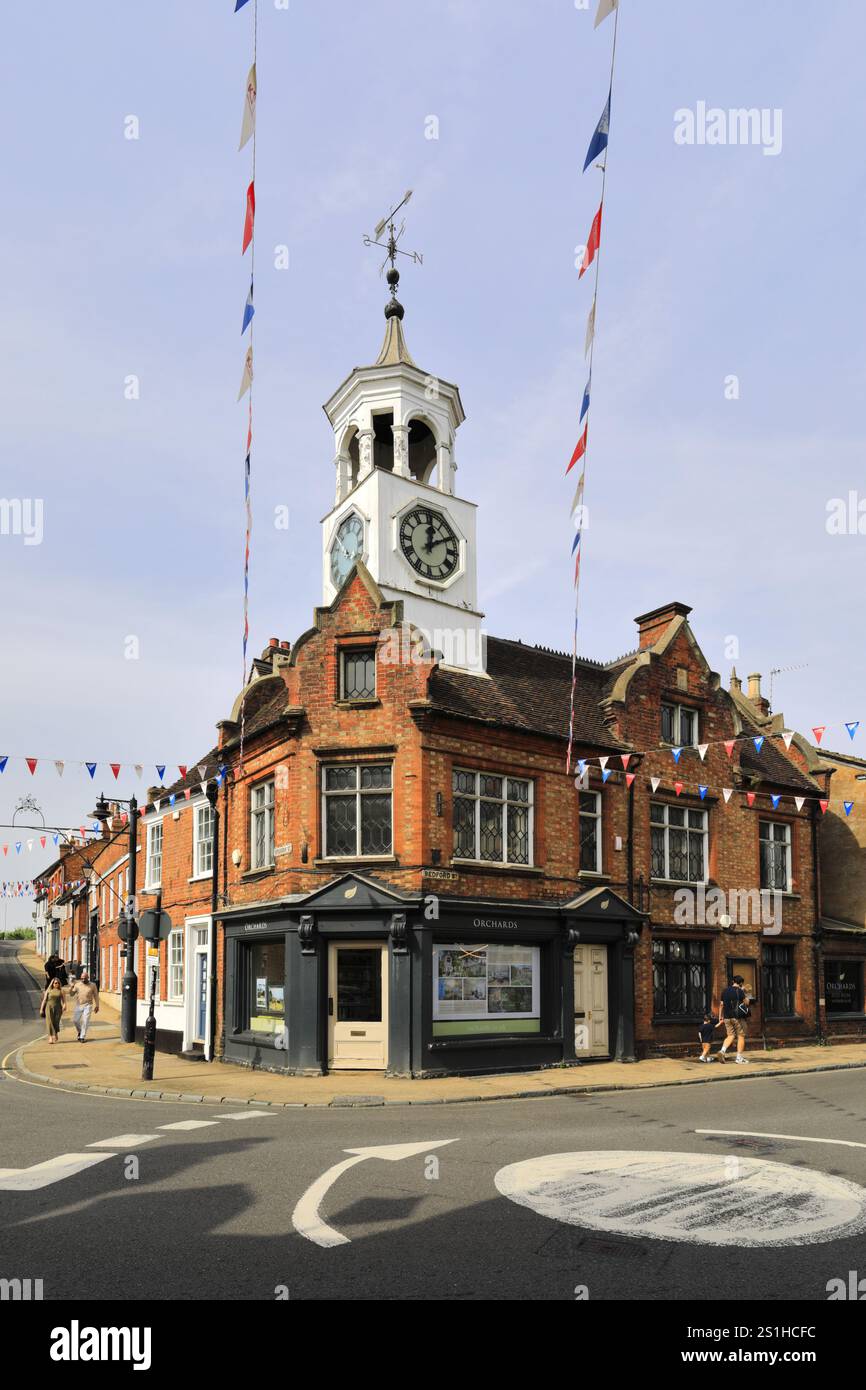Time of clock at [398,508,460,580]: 12:10
